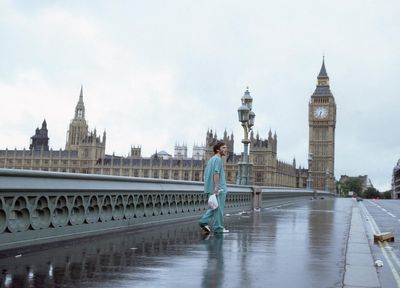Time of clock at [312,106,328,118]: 6:32
